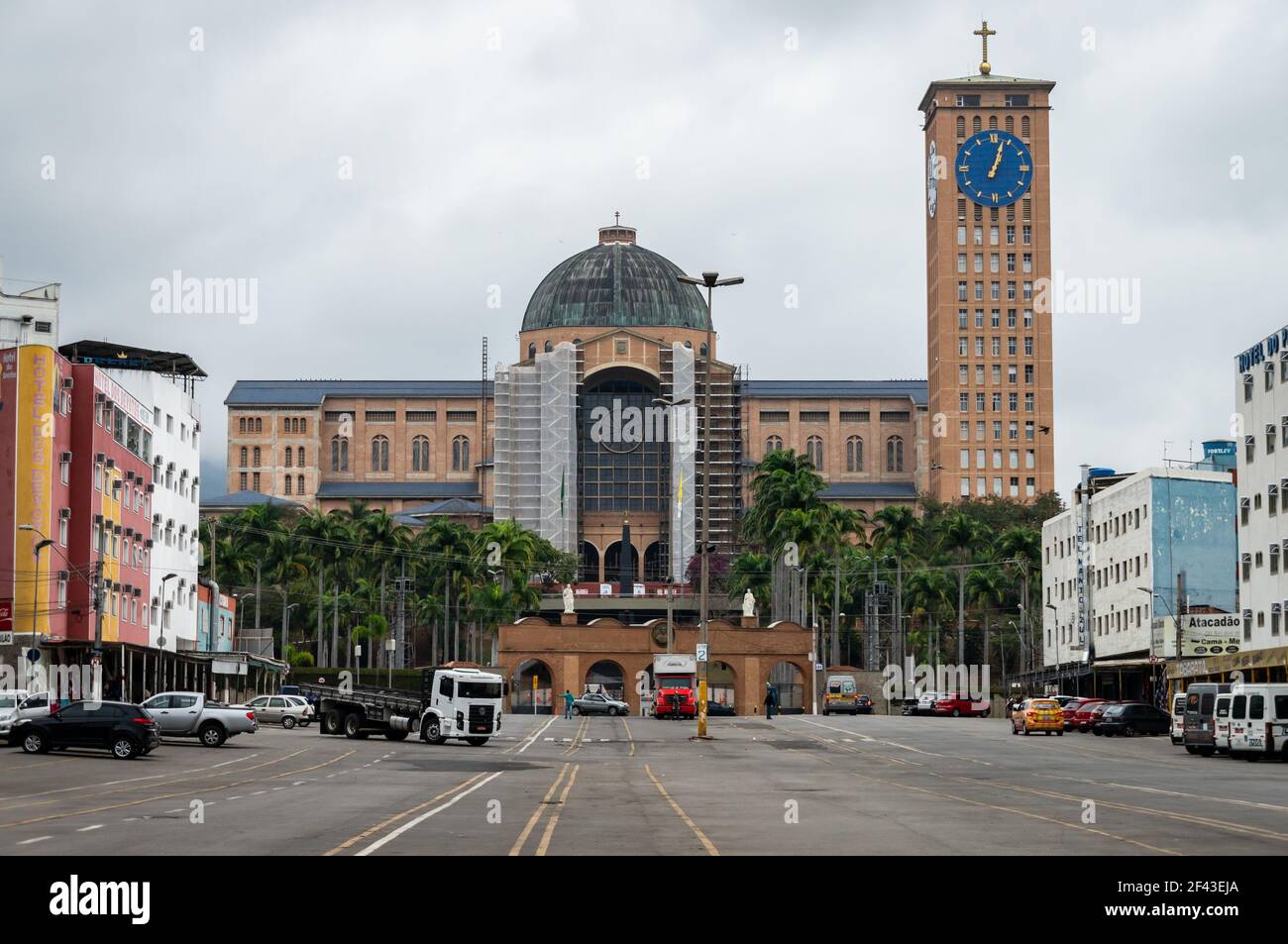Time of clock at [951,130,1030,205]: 1:03
